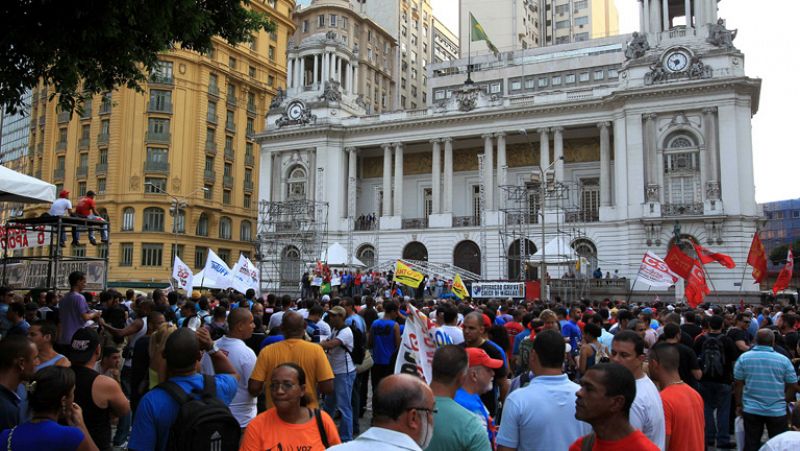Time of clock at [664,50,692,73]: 9:33
